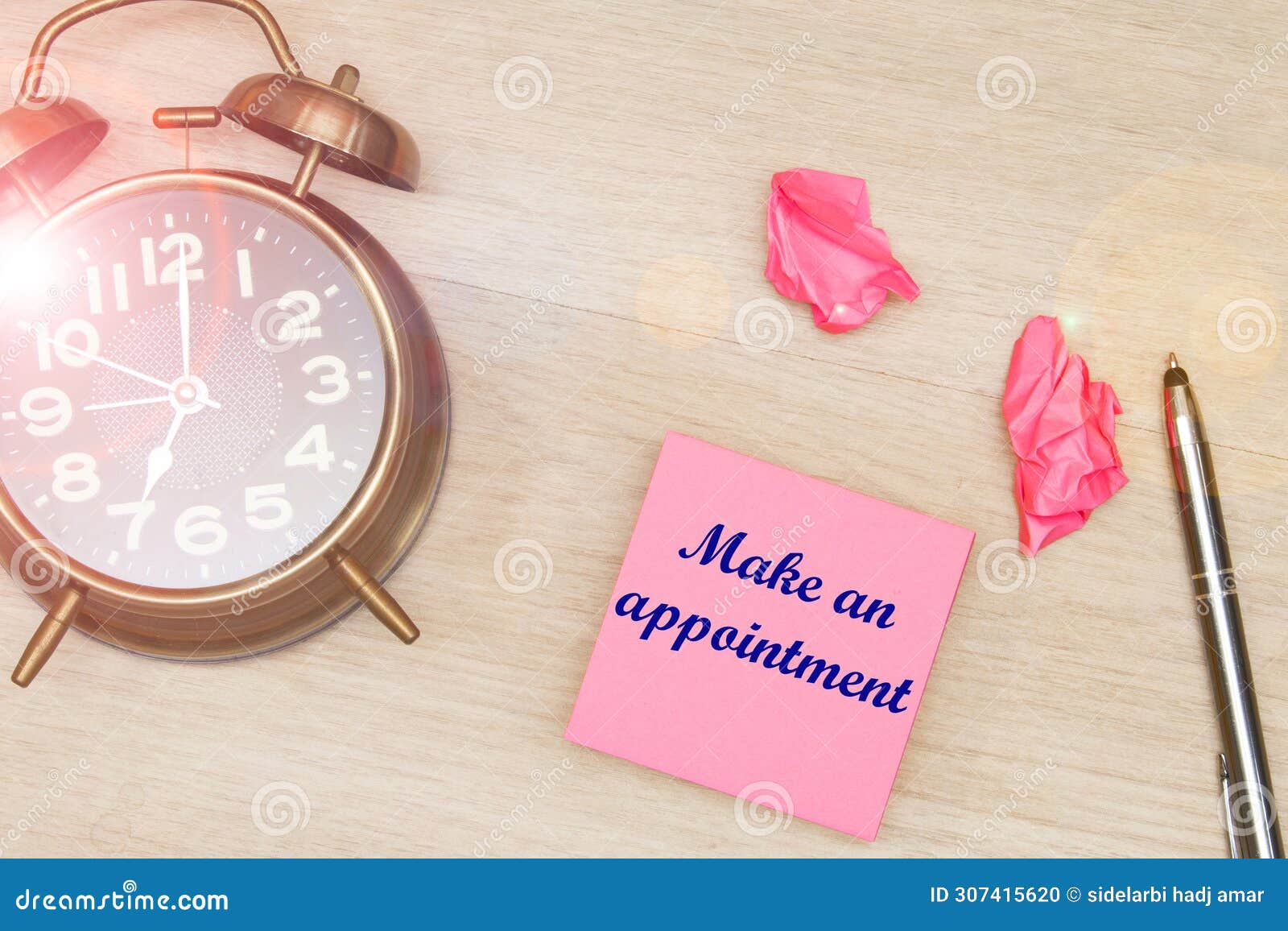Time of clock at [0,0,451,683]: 7:00
